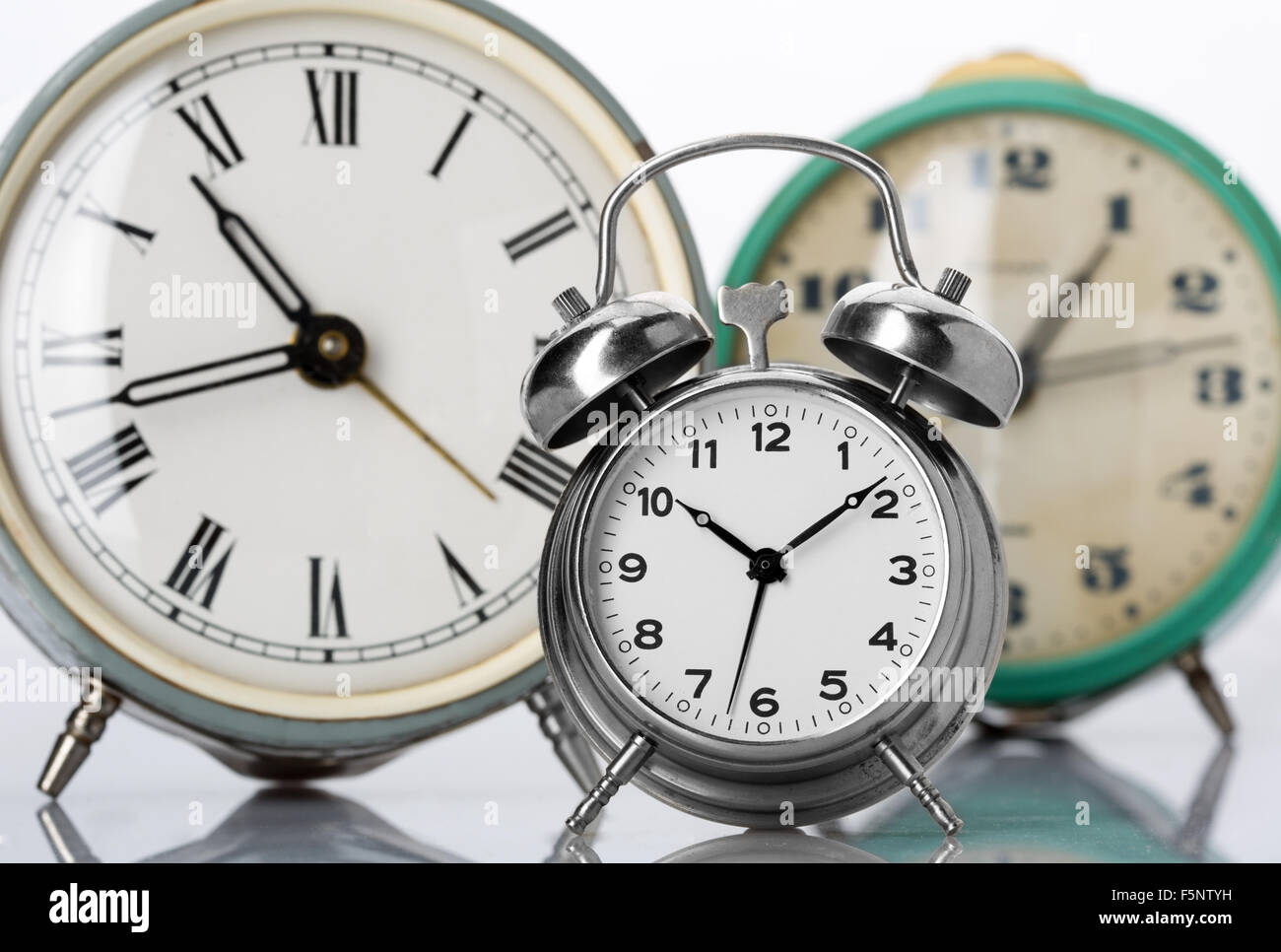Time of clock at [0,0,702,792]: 10:42
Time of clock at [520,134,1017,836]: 10:08
